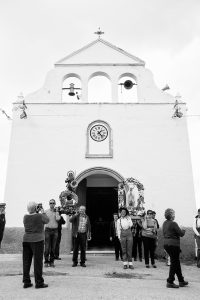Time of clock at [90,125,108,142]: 1:23
